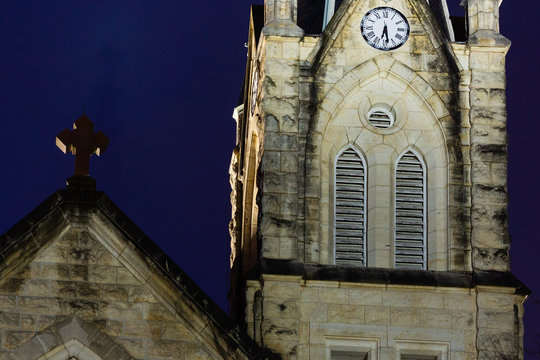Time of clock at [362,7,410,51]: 6:28
